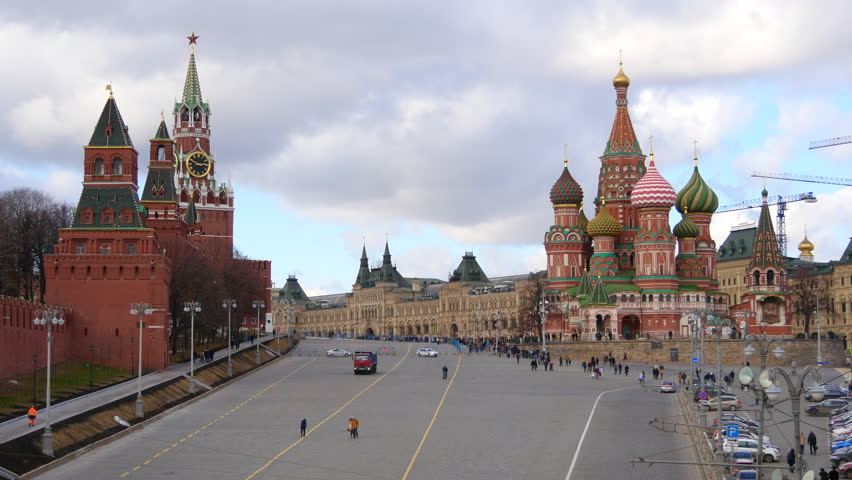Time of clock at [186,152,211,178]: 2:48
